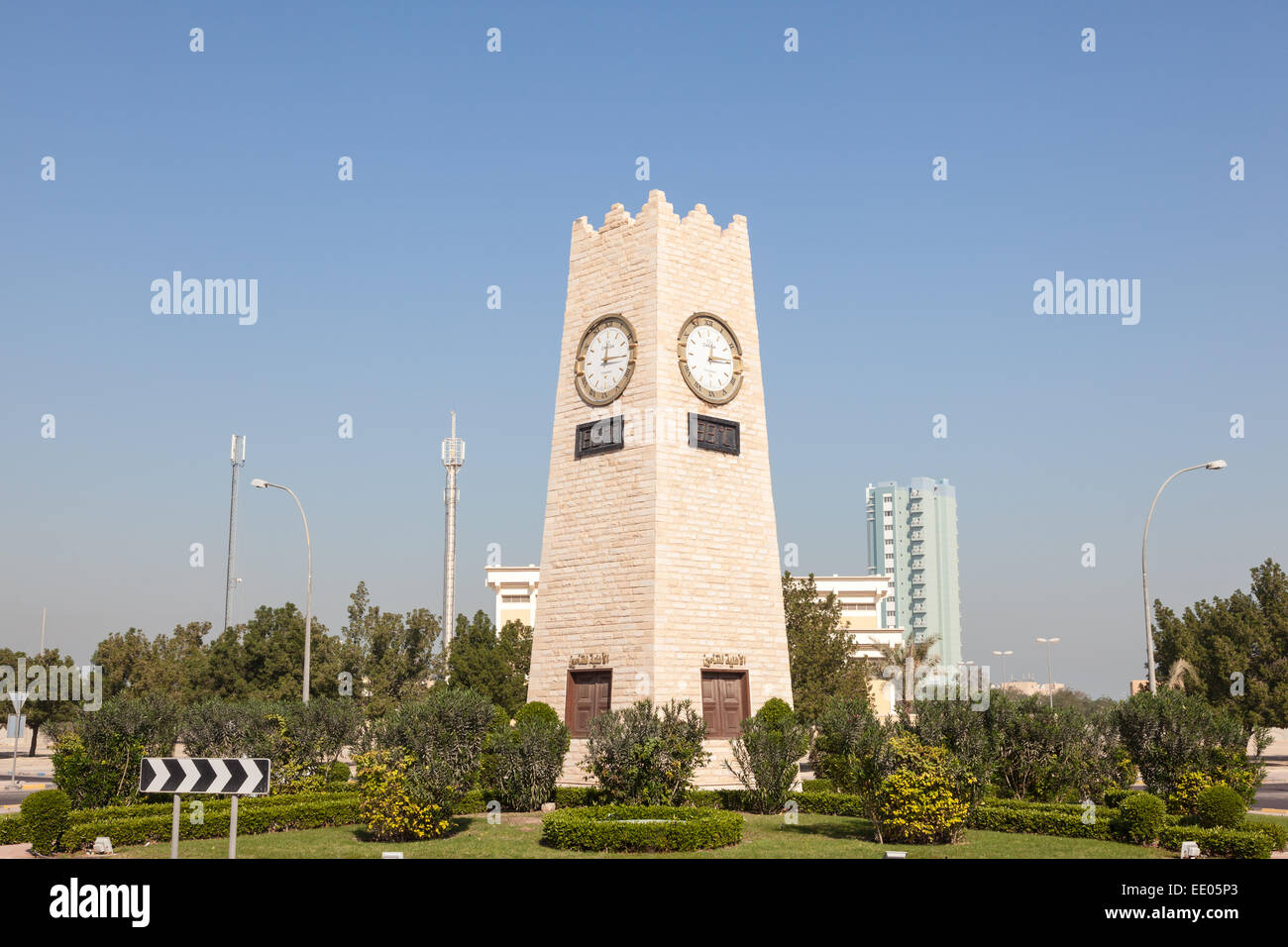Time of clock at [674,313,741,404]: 12:14
